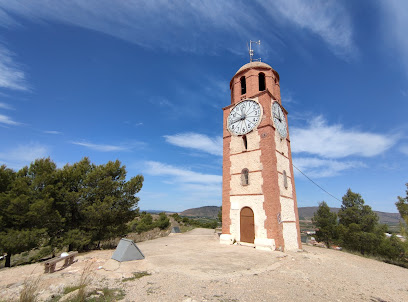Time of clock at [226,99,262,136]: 8:43
